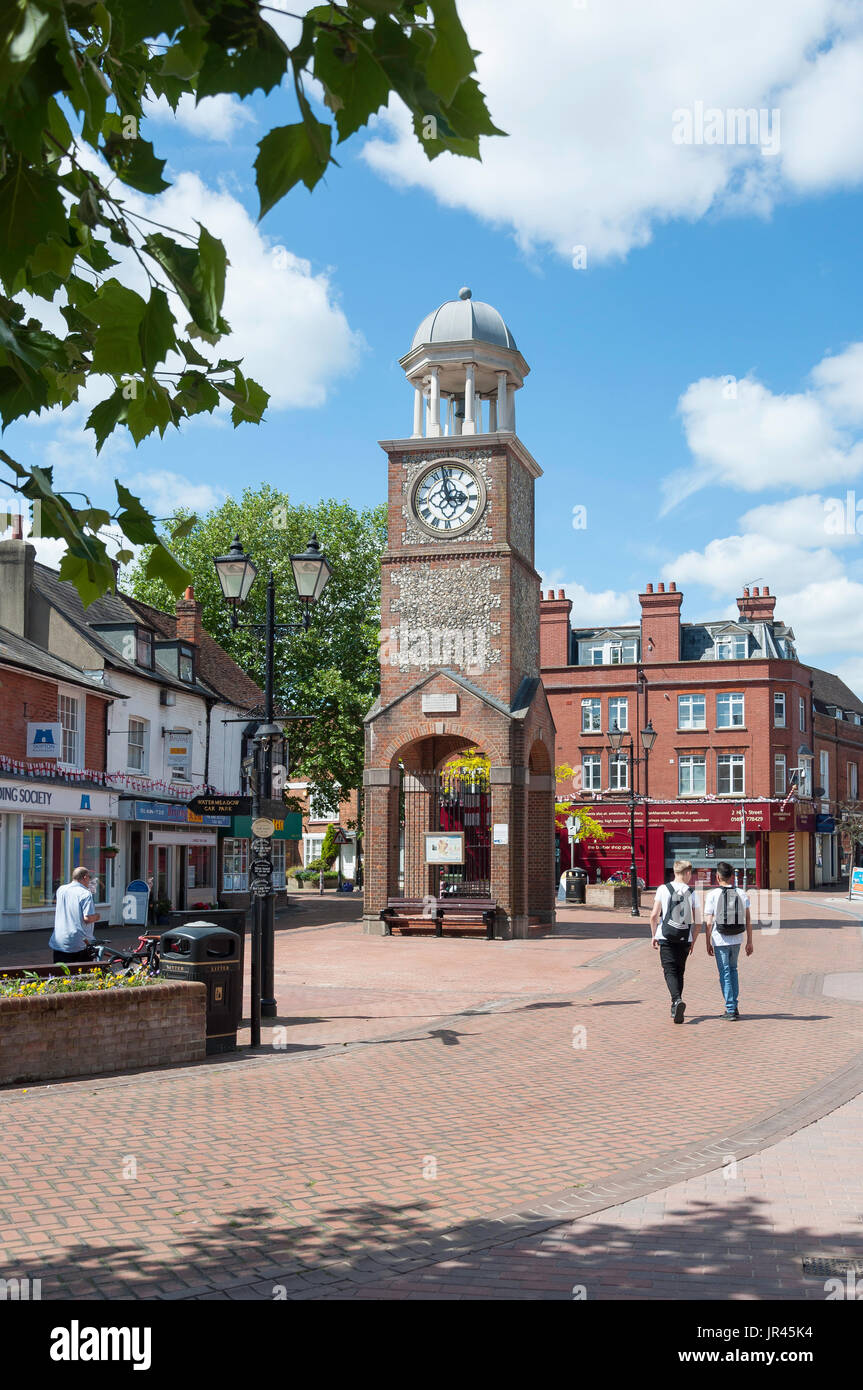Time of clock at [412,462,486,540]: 2:58
